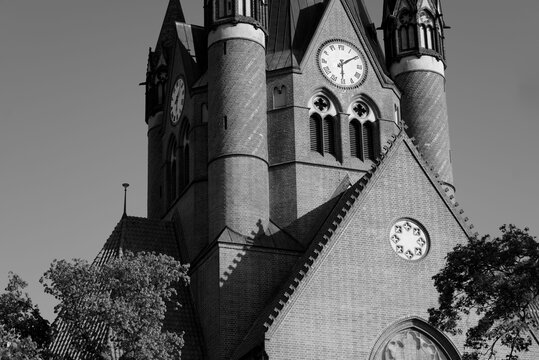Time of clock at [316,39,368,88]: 6:09
